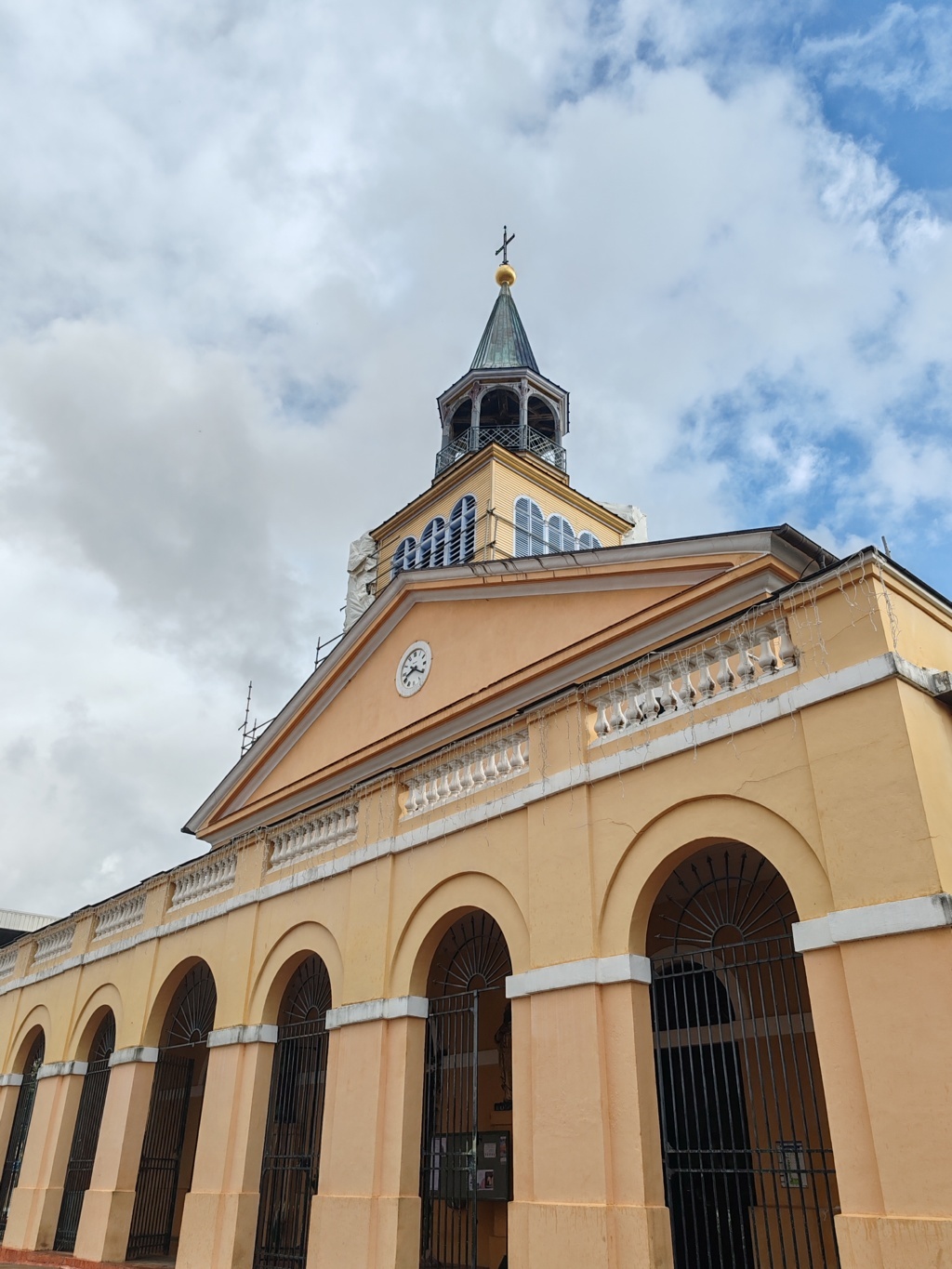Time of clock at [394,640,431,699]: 8:20
